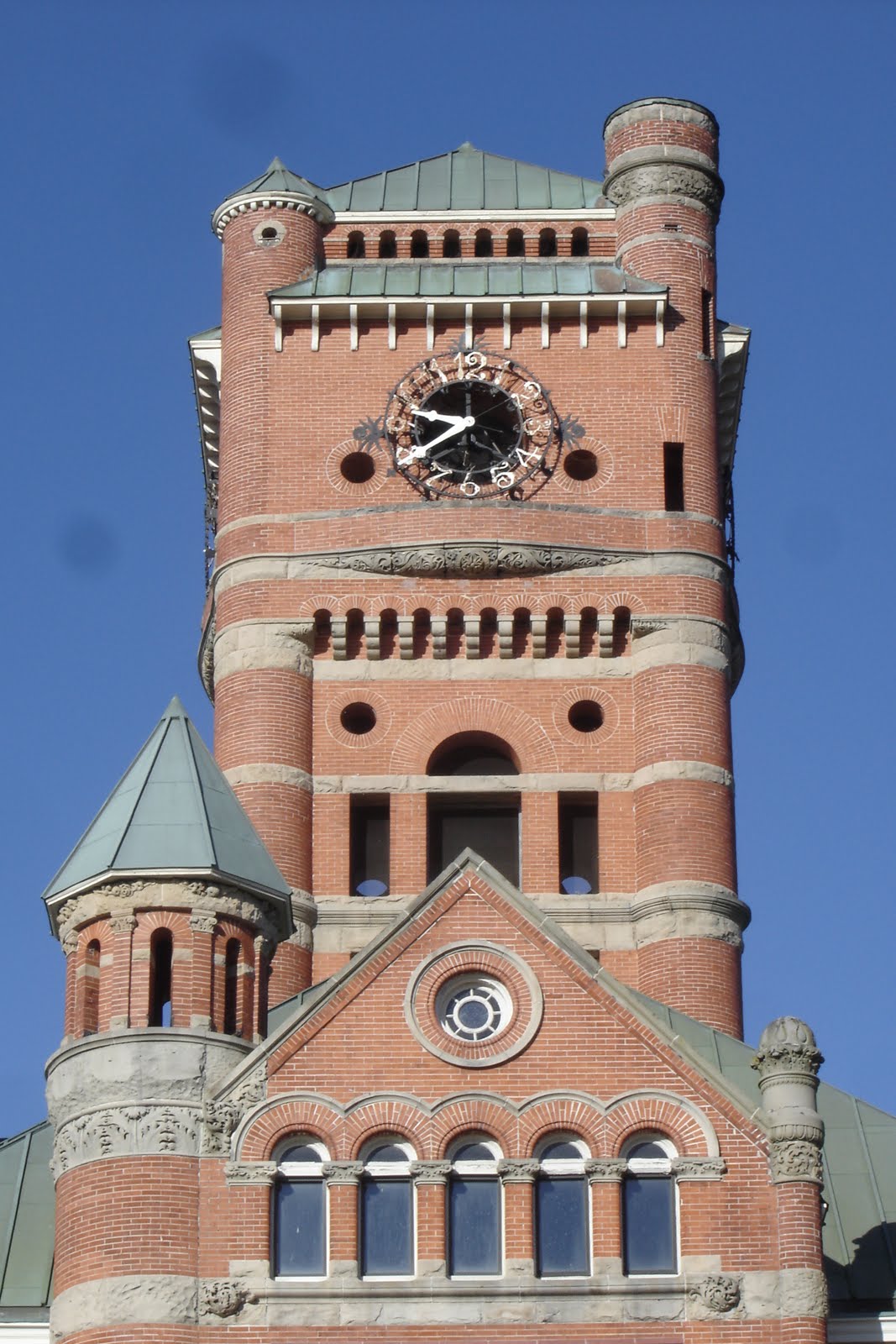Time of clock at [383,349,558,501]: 9:39
